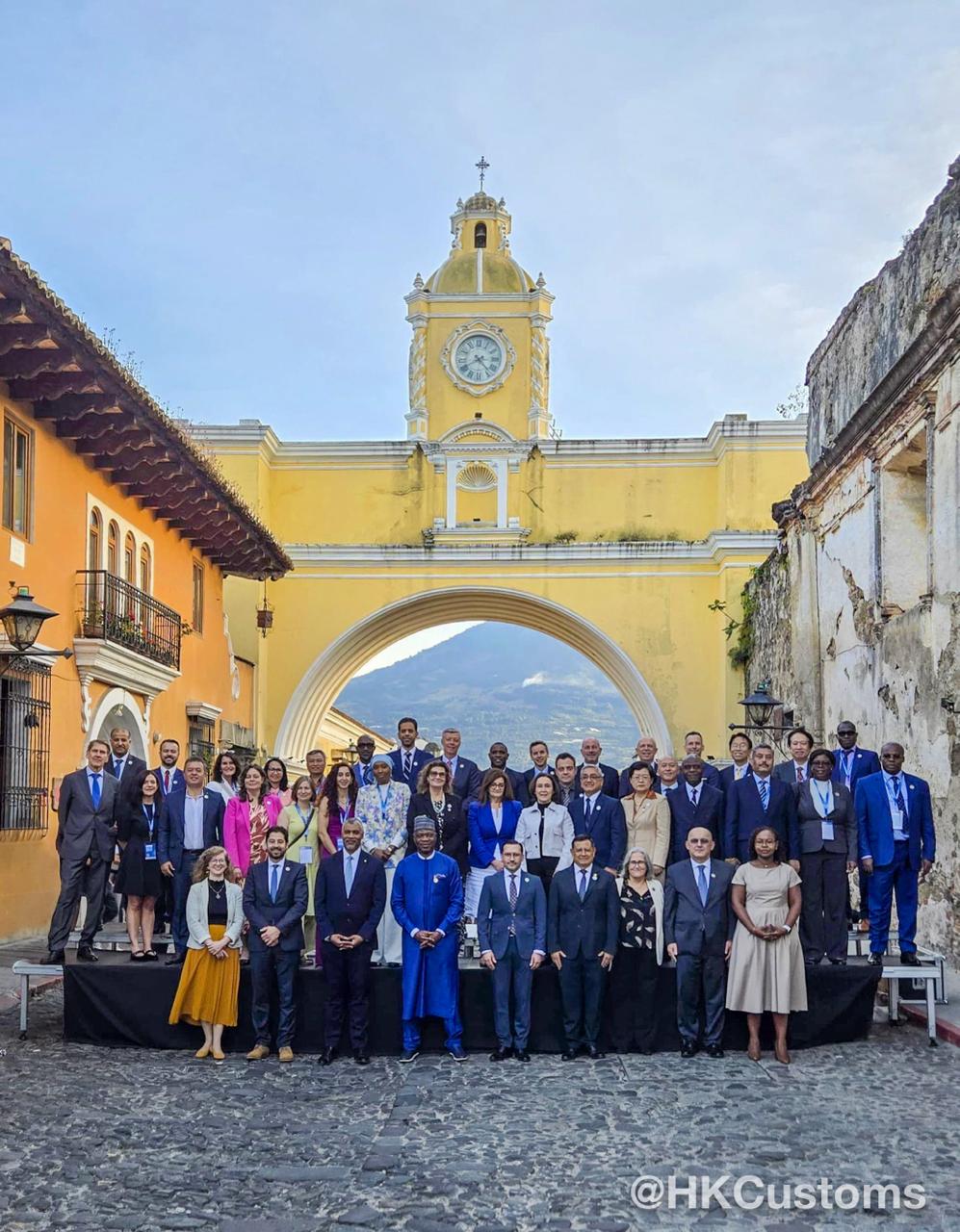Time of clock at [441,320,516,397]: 4:40
